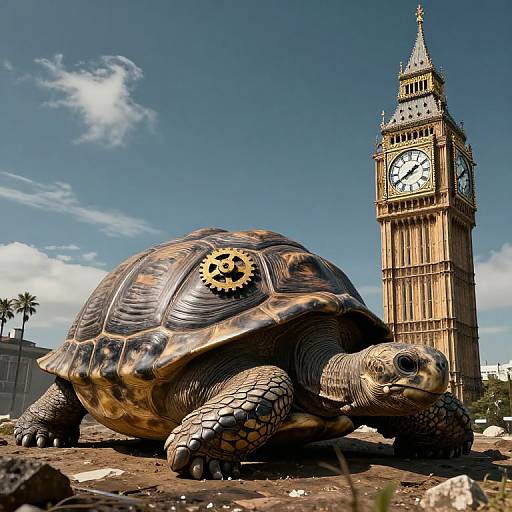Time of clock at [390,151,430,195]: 1:39
